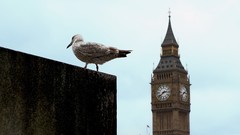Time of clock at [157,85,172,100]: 2:38
